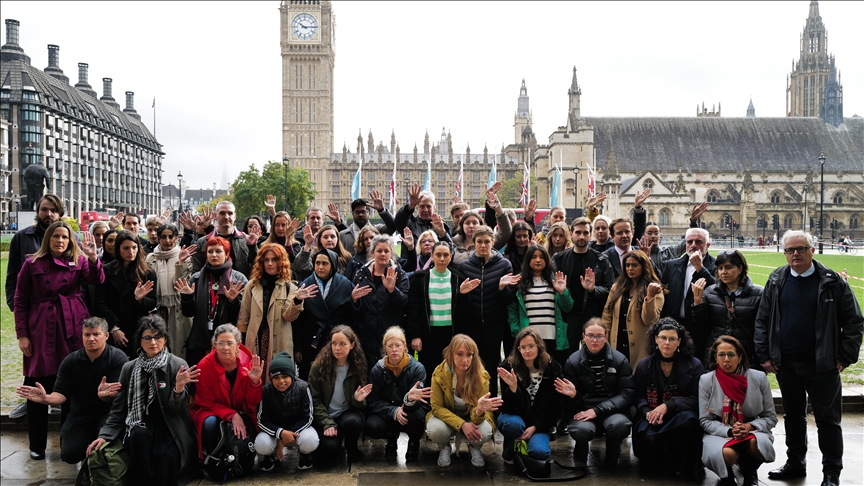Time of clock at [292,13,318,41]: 10:14
